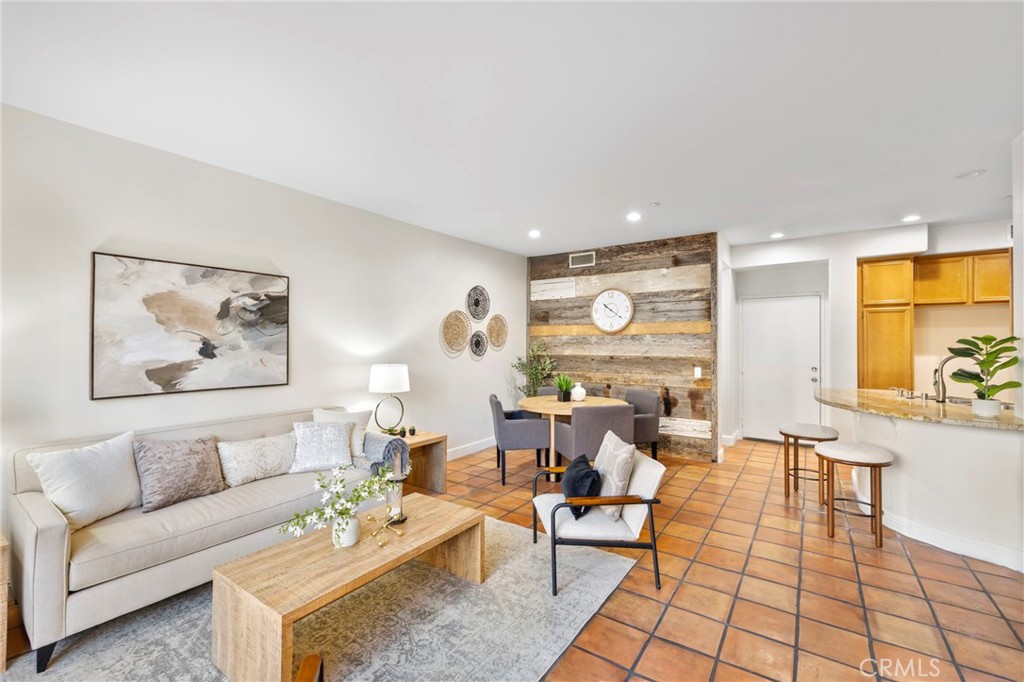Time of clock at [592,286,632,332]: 10:21
